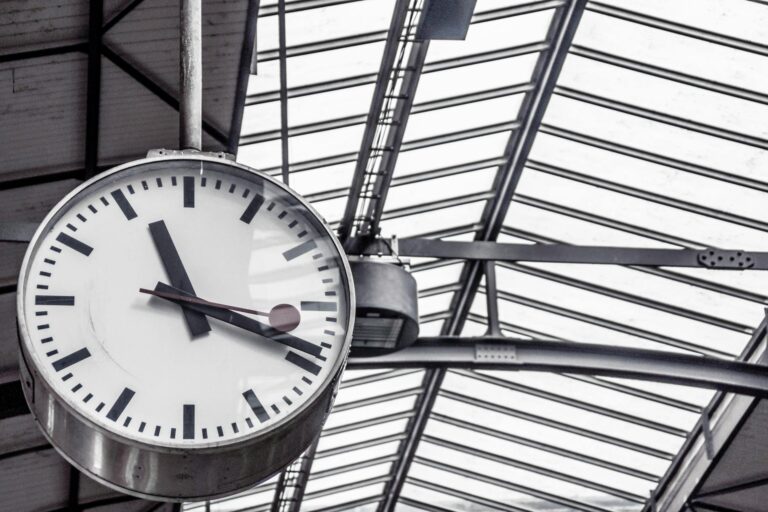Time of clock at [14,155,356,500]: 11:18
